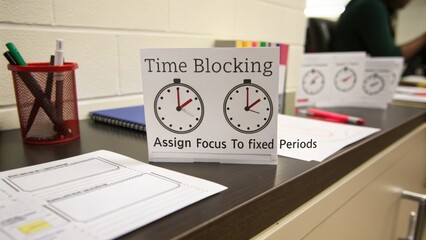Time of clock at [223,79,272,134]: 2:00
